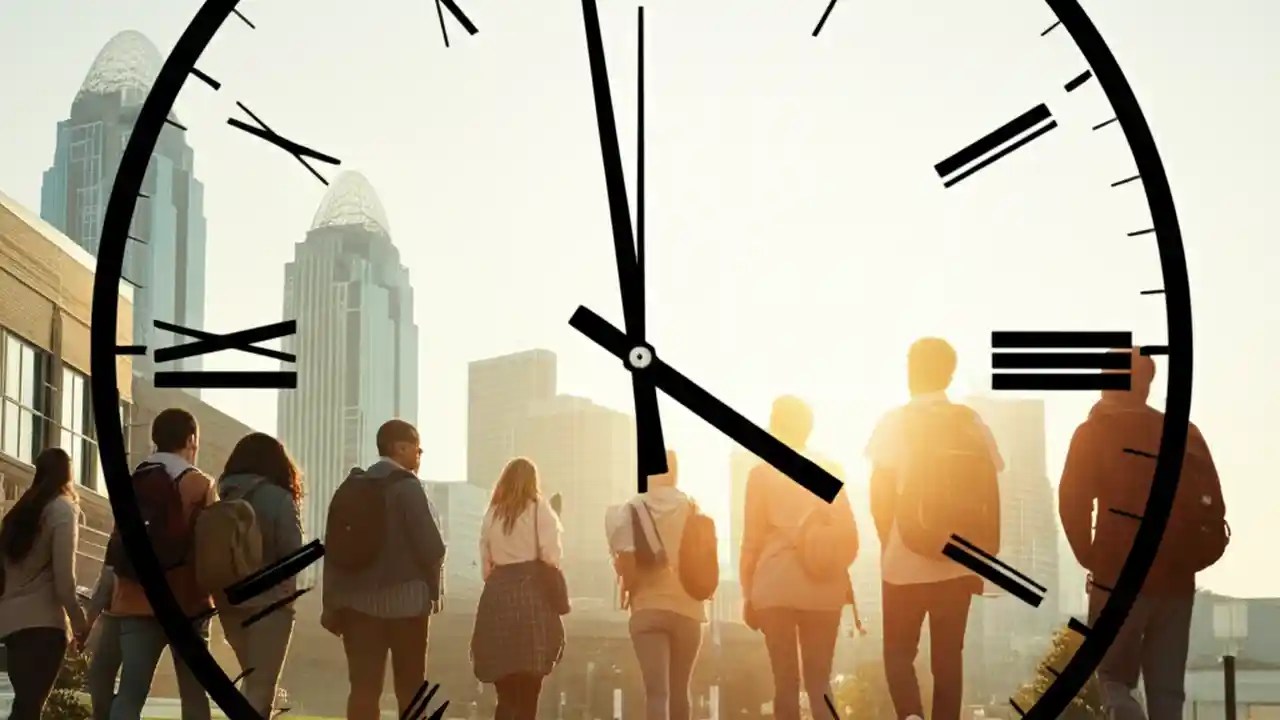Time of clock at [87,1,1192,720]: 3:58
